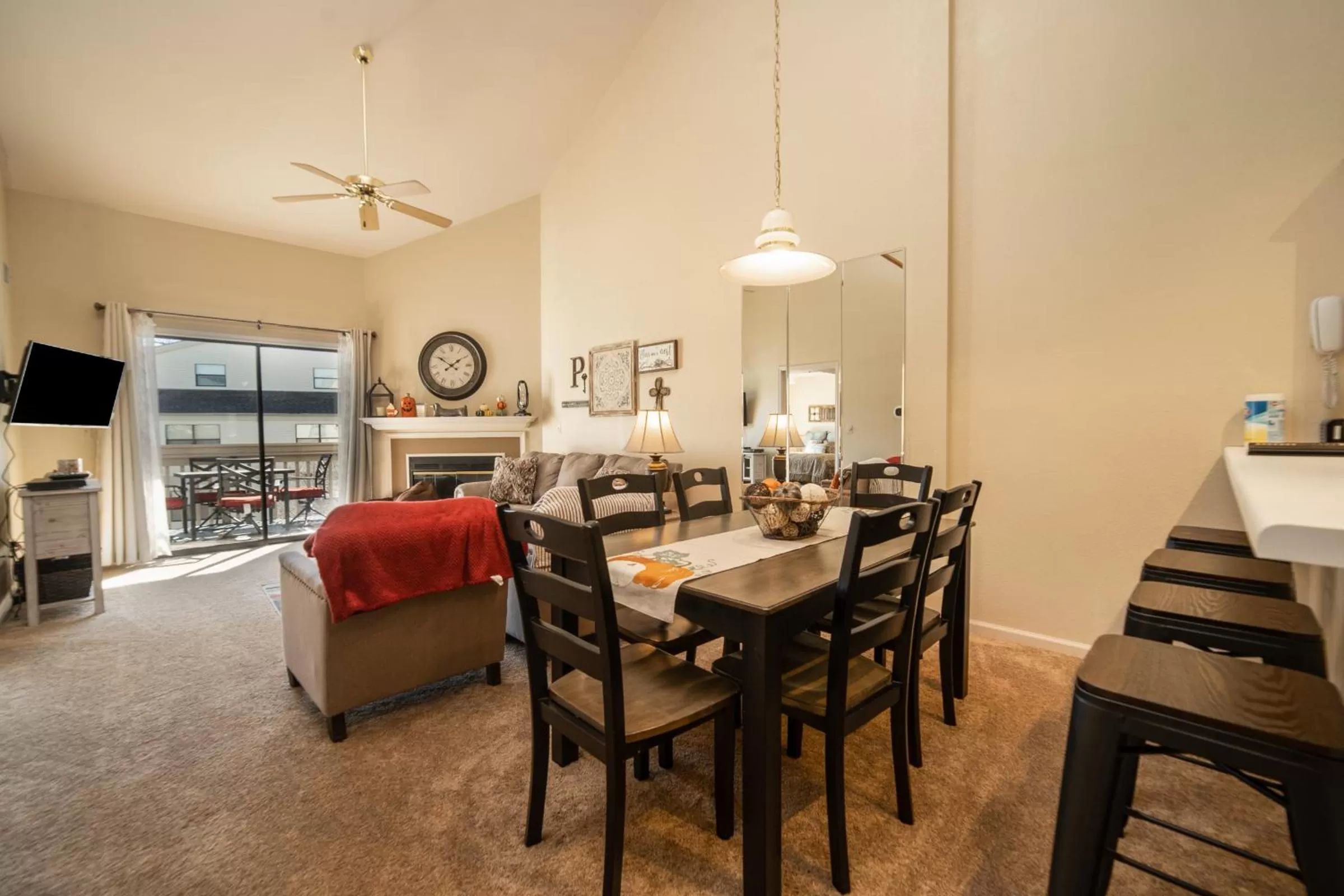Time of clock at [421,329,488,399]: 1:51
